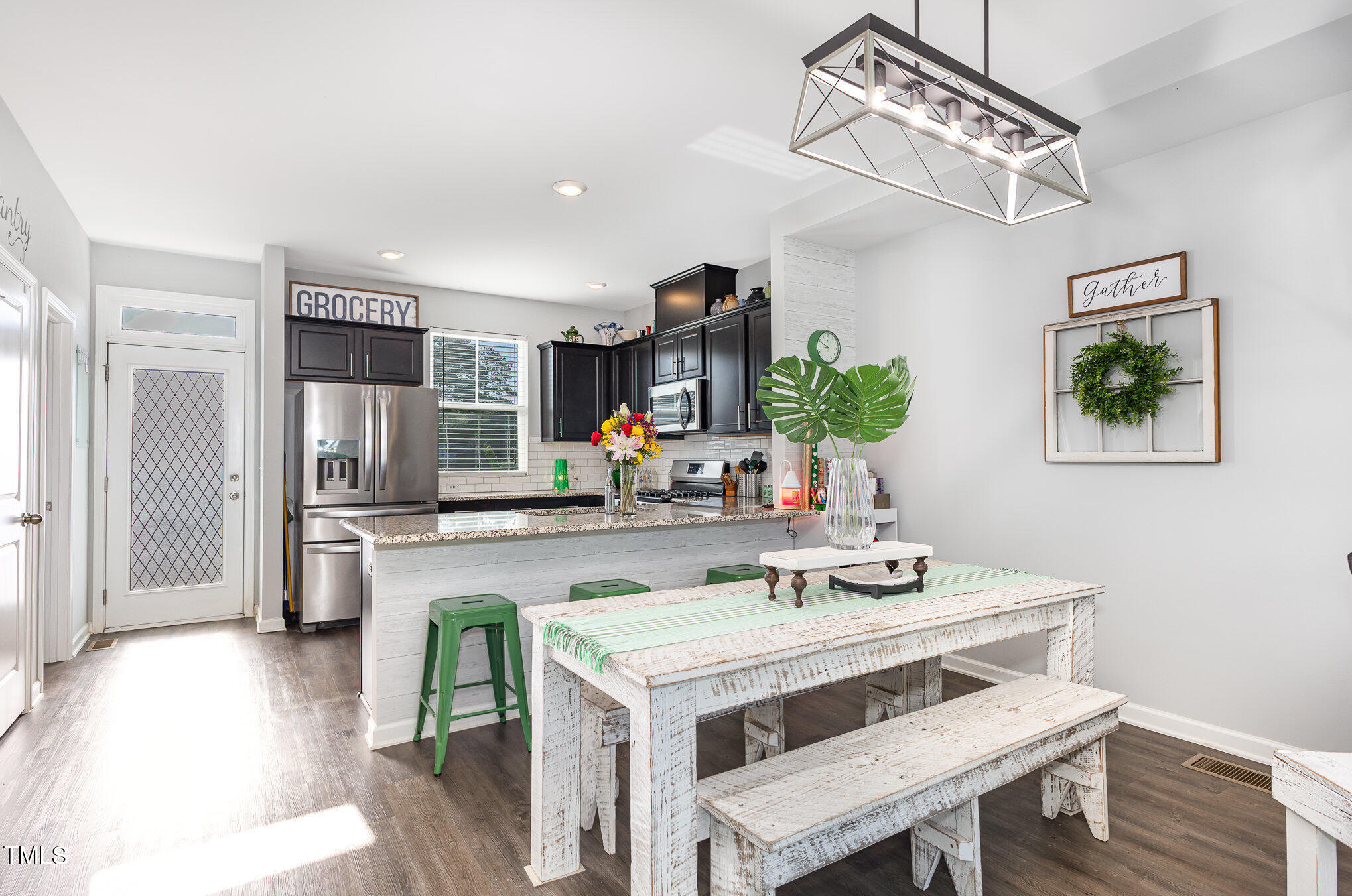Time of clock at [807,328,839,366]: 8:48
